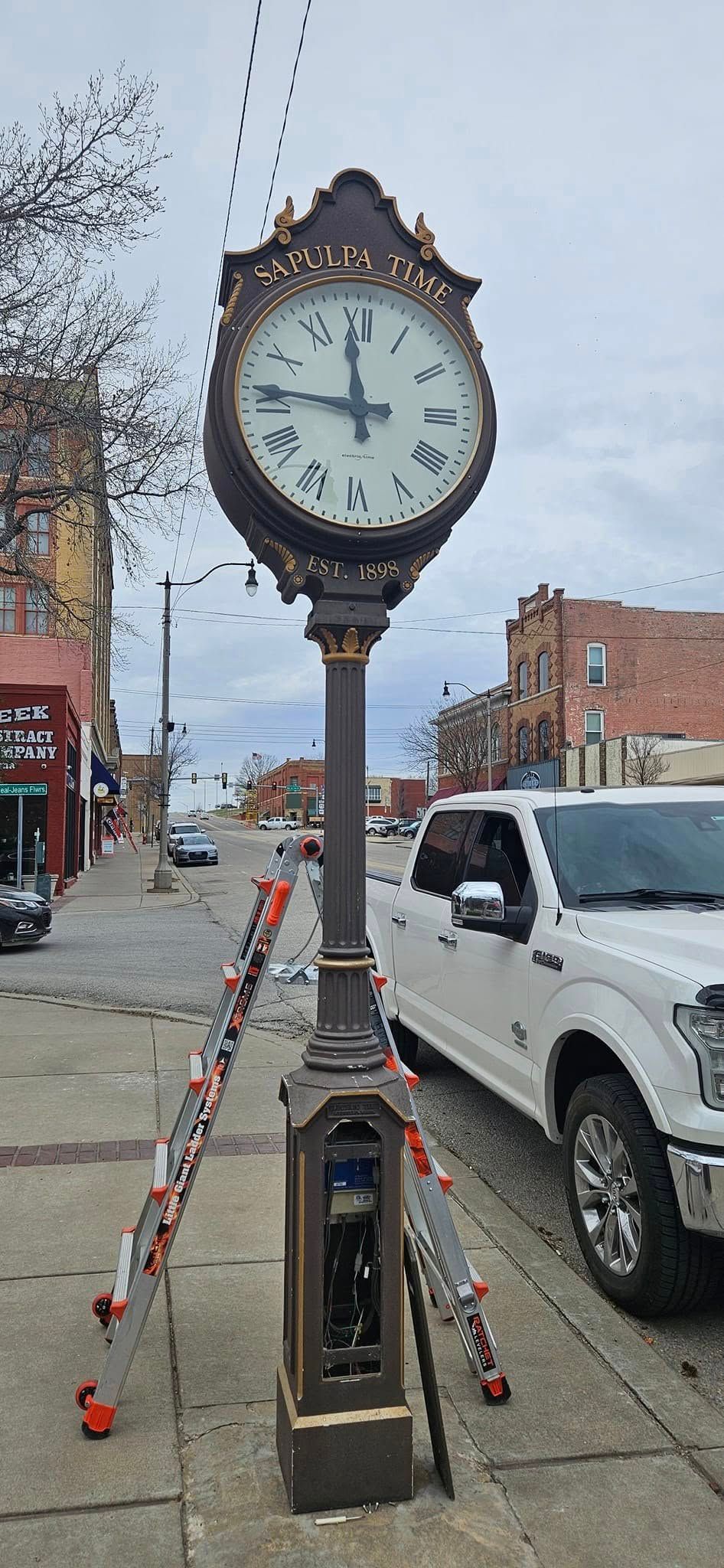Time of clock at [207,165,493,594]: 11:45
